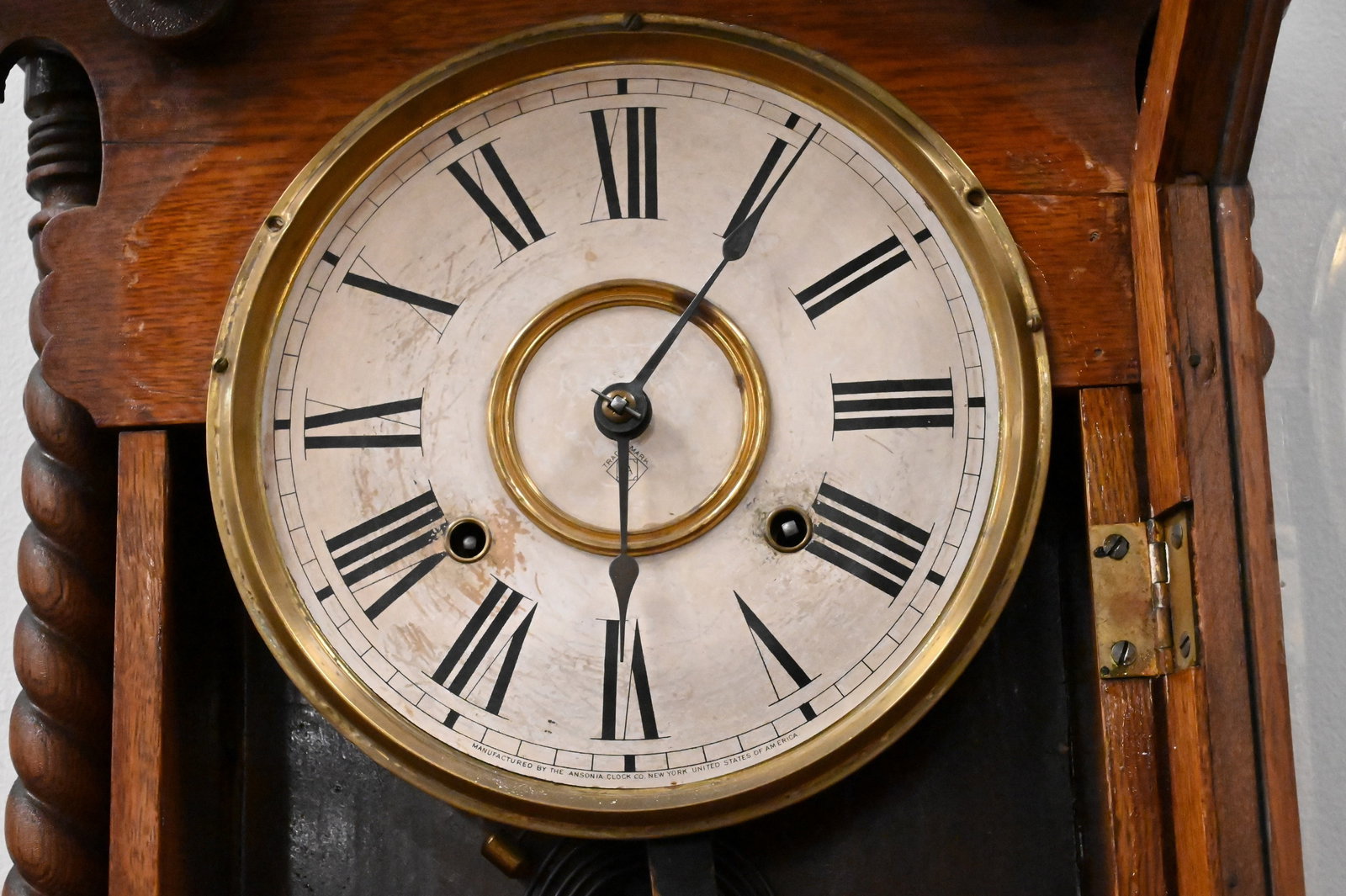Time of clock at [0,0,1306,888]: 6:05
